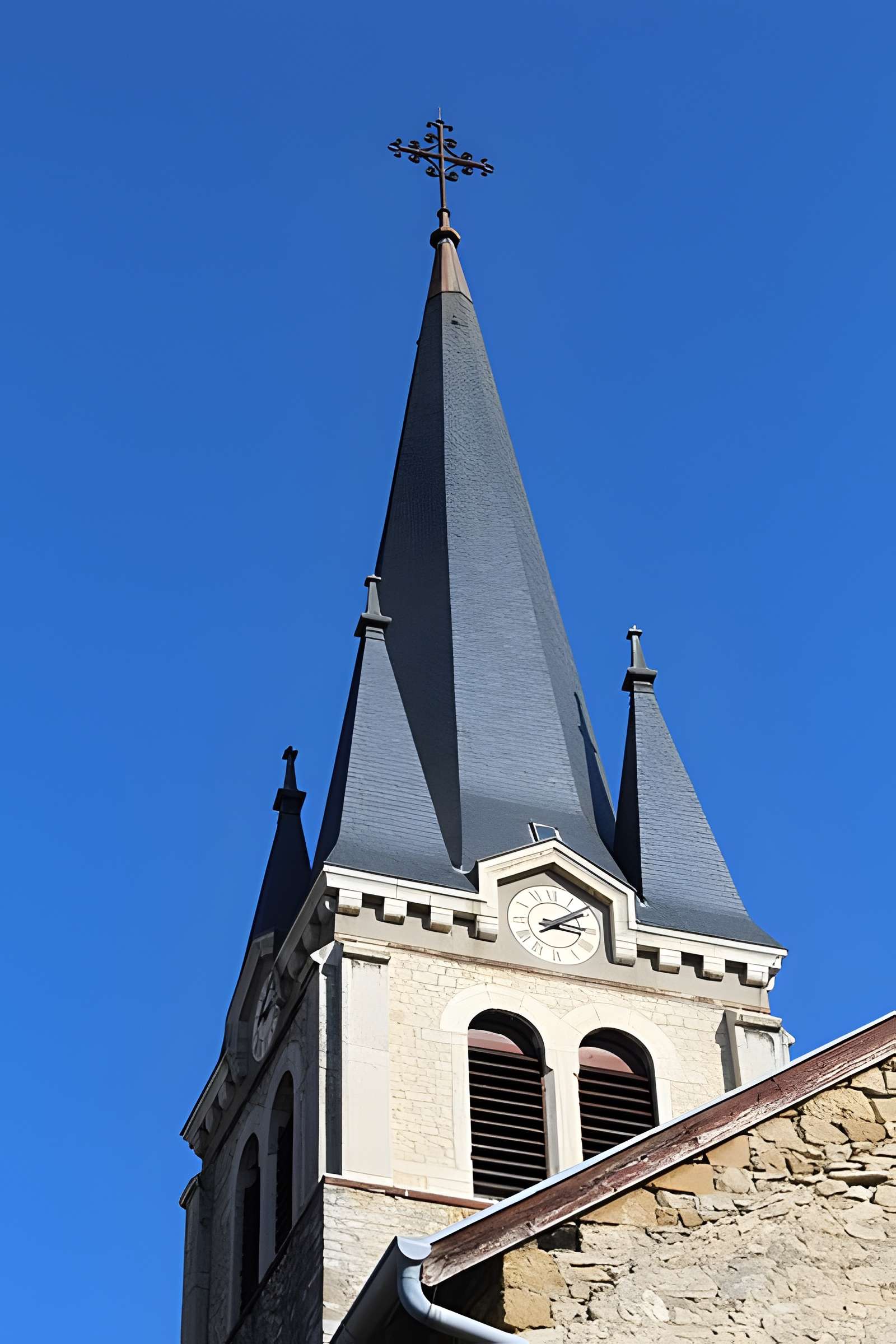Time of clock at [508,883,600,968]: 3:09
